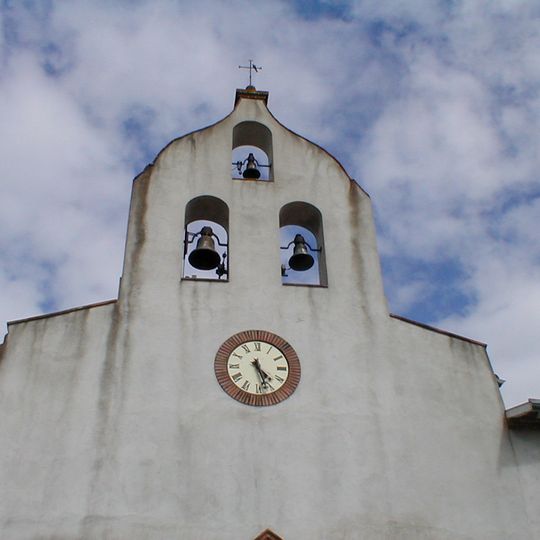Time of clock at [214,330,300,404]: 4:26
